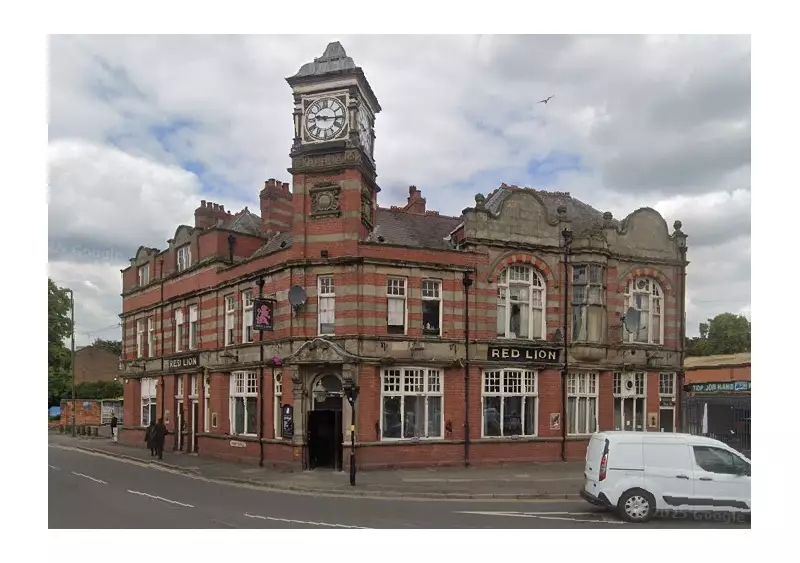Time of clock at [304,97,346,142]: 9:15
